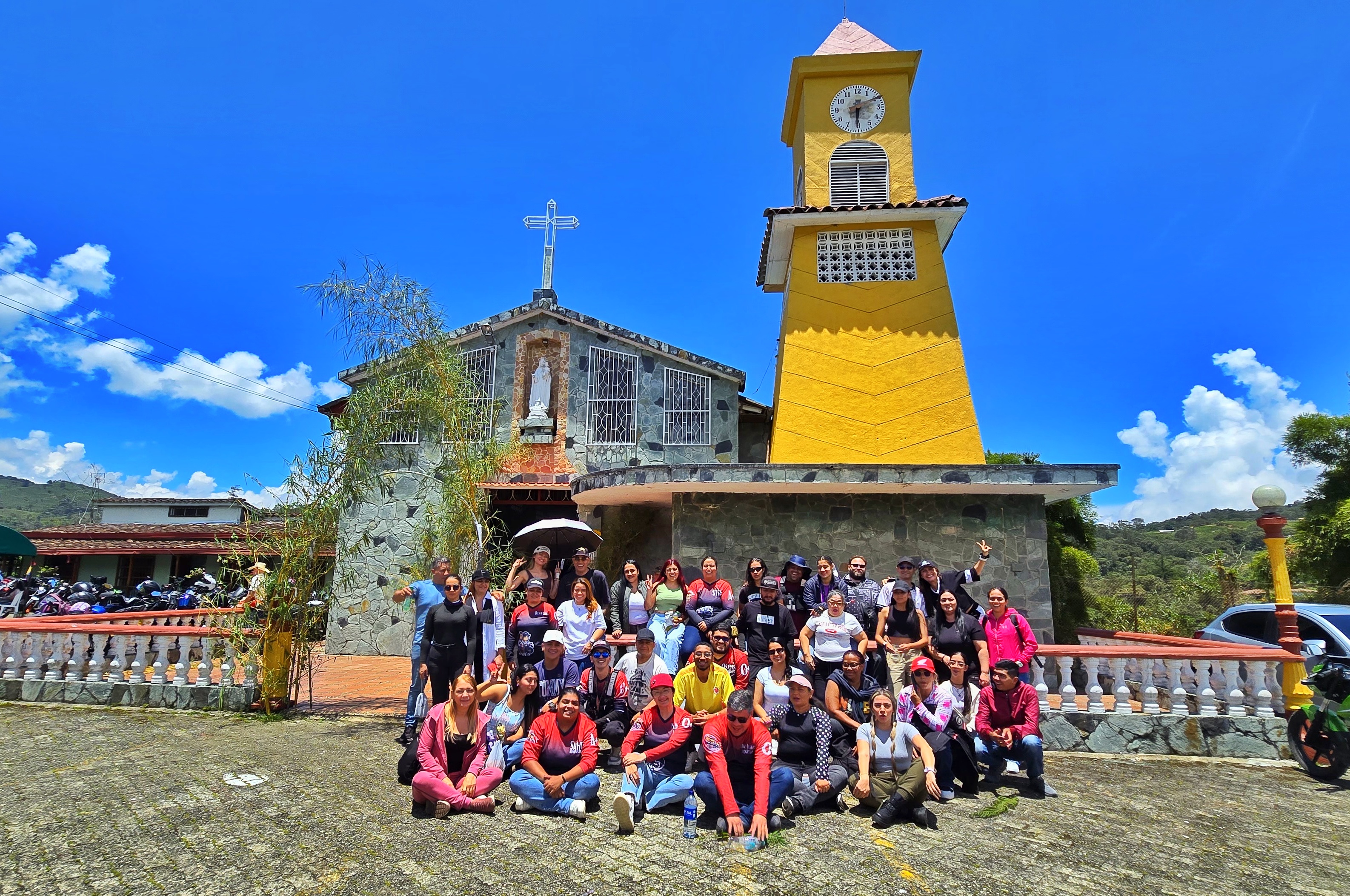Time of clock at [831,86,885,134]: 6:10
